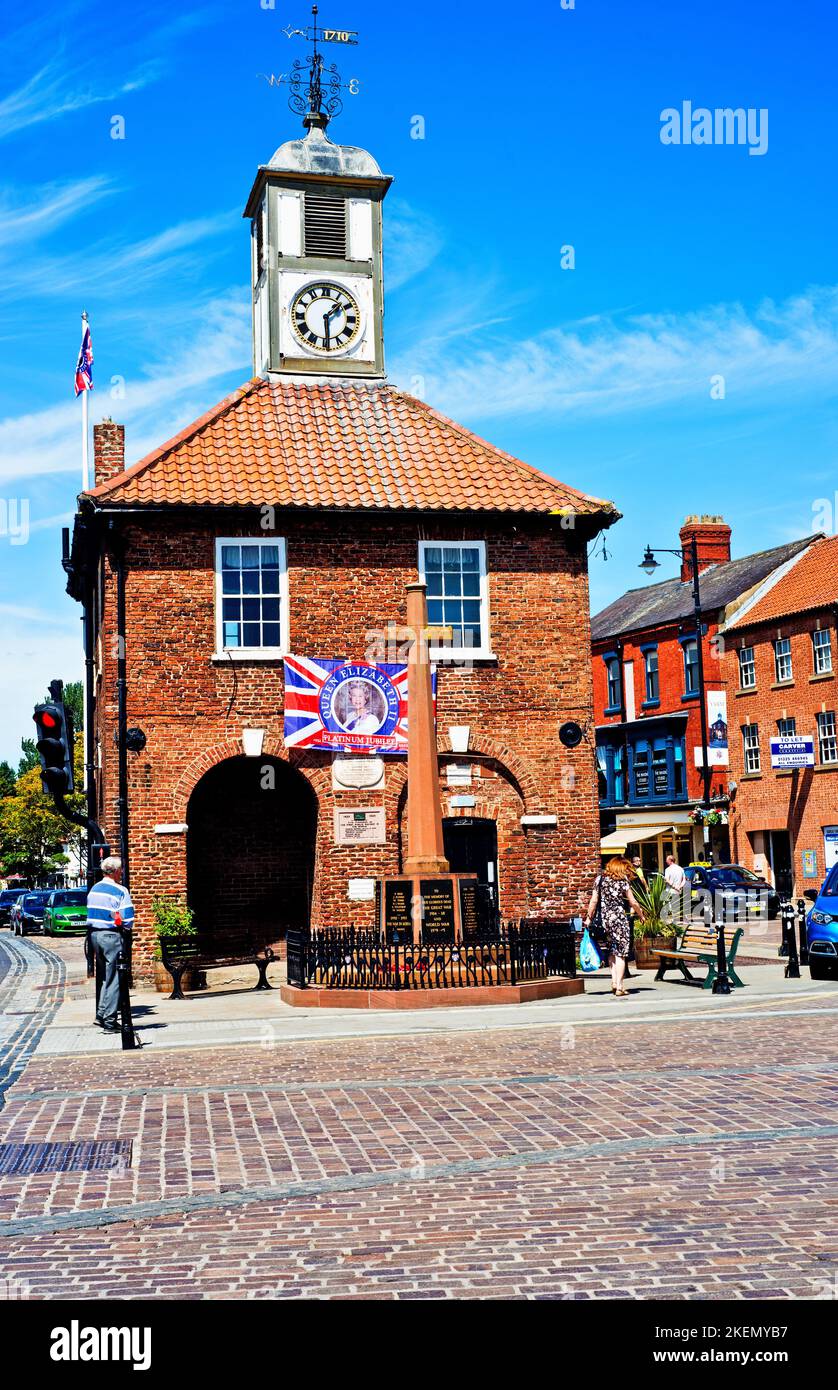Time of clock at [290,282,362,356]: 1:29
